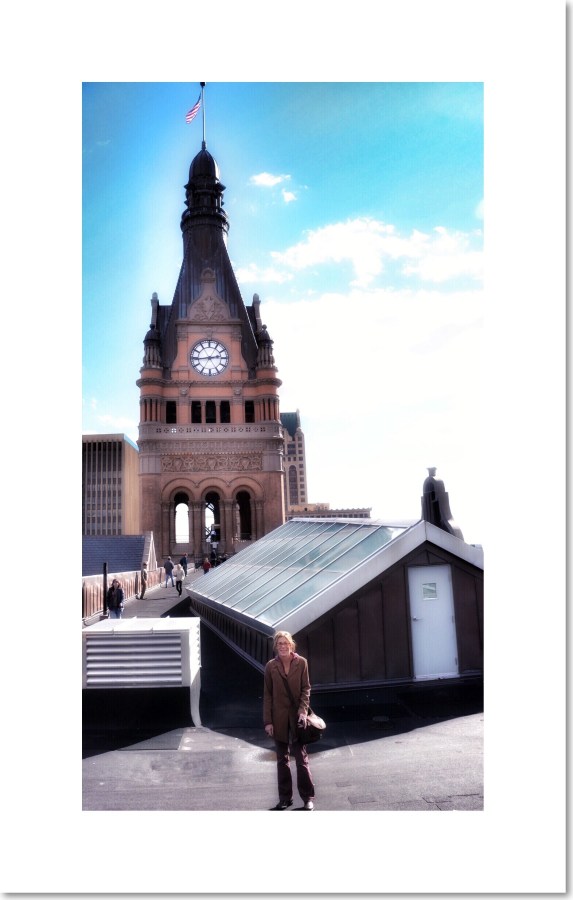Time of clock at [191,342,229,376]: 2:43
